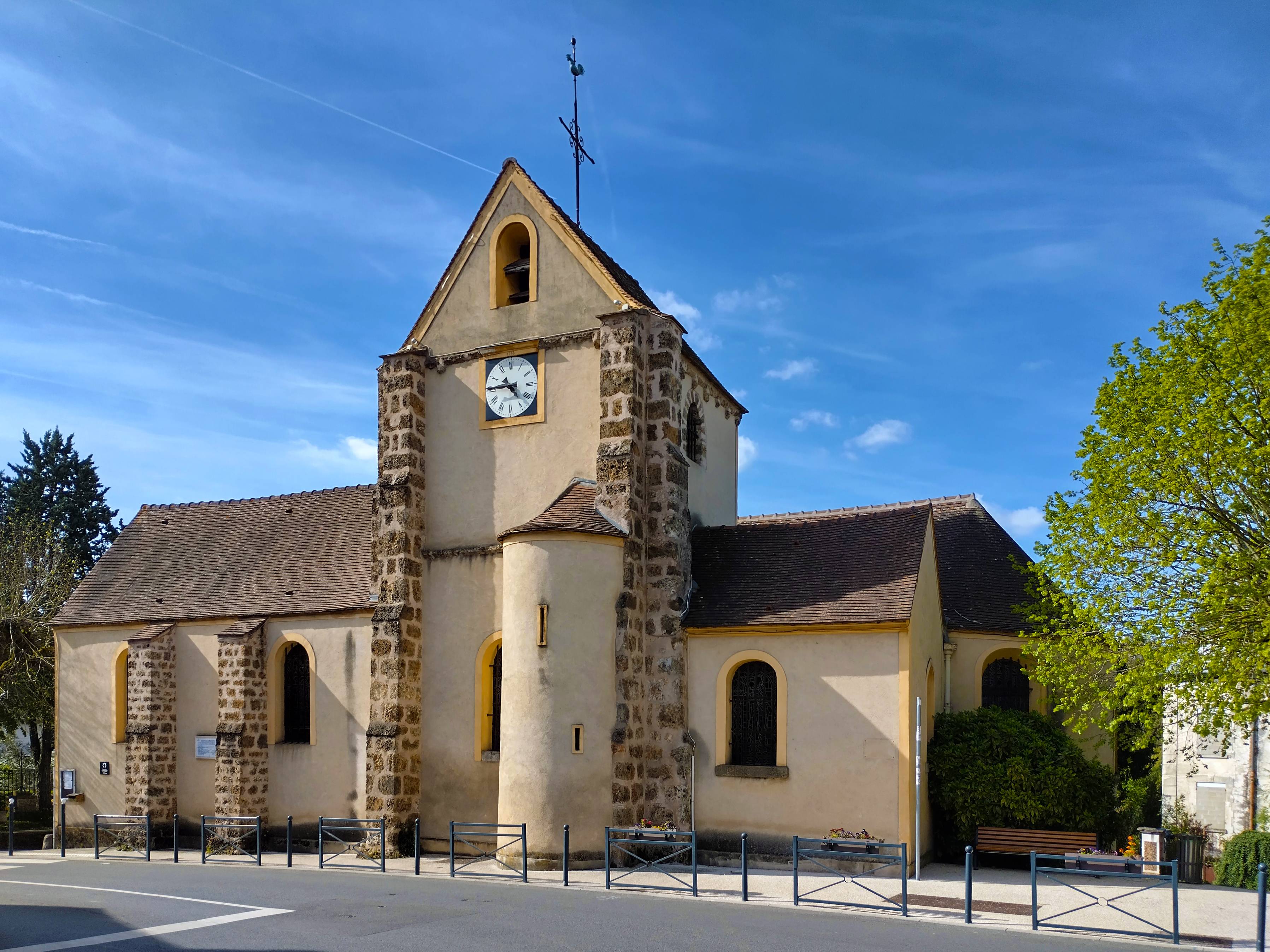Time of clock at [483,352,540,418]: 4:45
